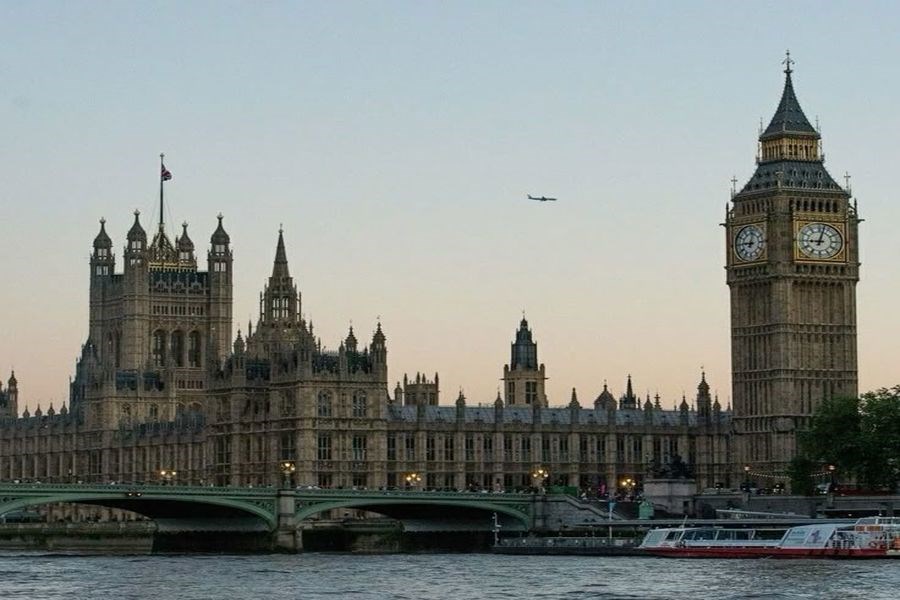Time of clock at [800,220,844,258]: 9:02
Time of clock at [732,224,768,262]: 9:02
